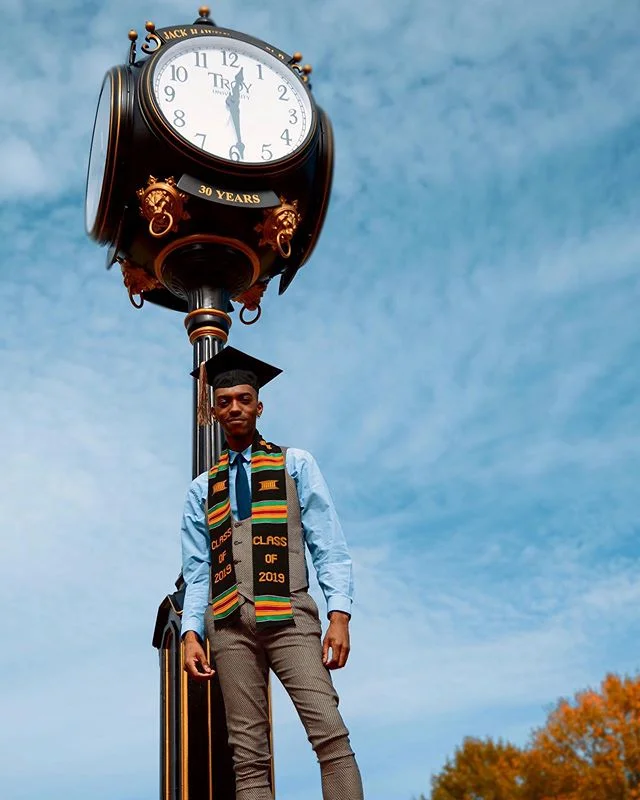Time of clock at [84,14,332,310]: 12:28
